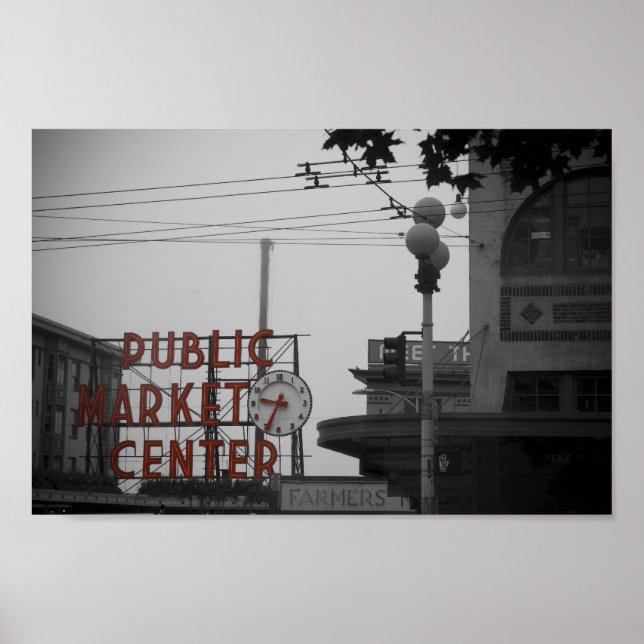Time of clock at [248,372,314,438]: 9:34
